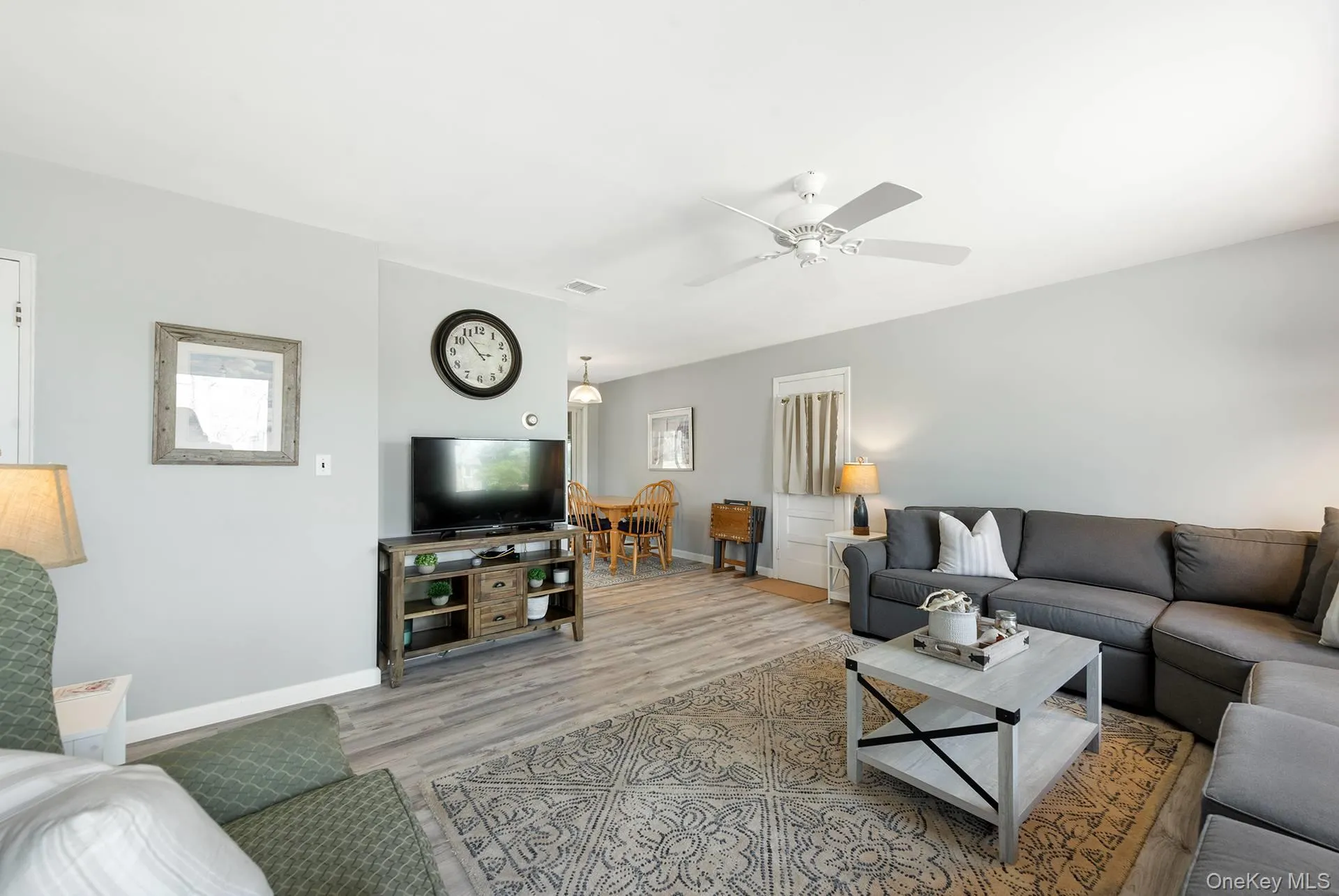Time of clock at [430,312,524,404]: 2:53
